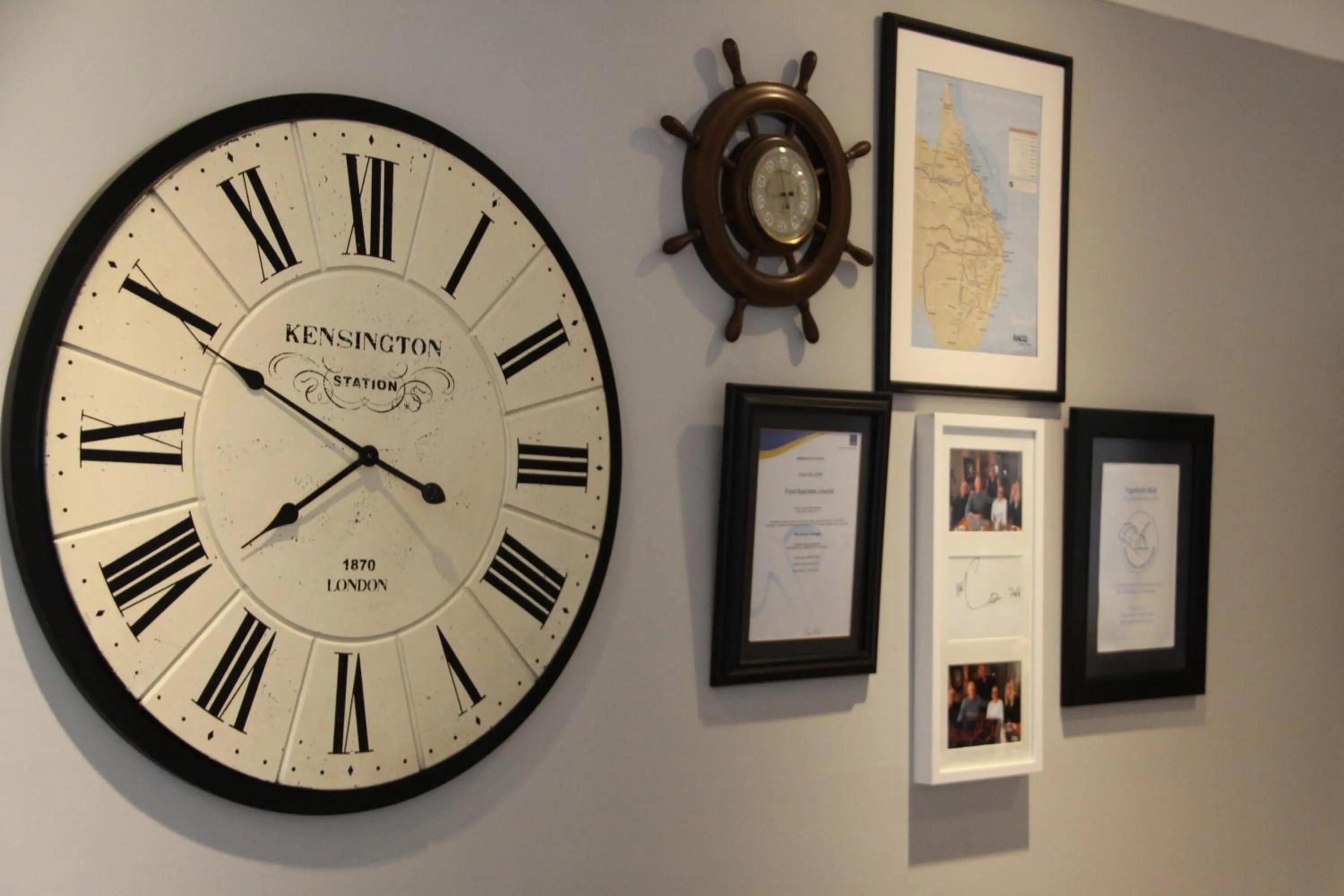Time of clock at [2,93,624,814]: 7:49
